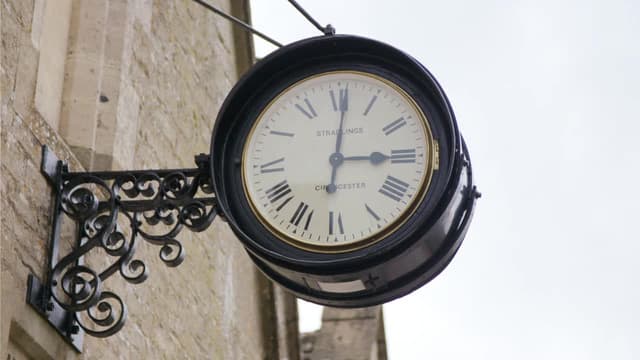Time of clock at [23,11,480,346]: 3:01
